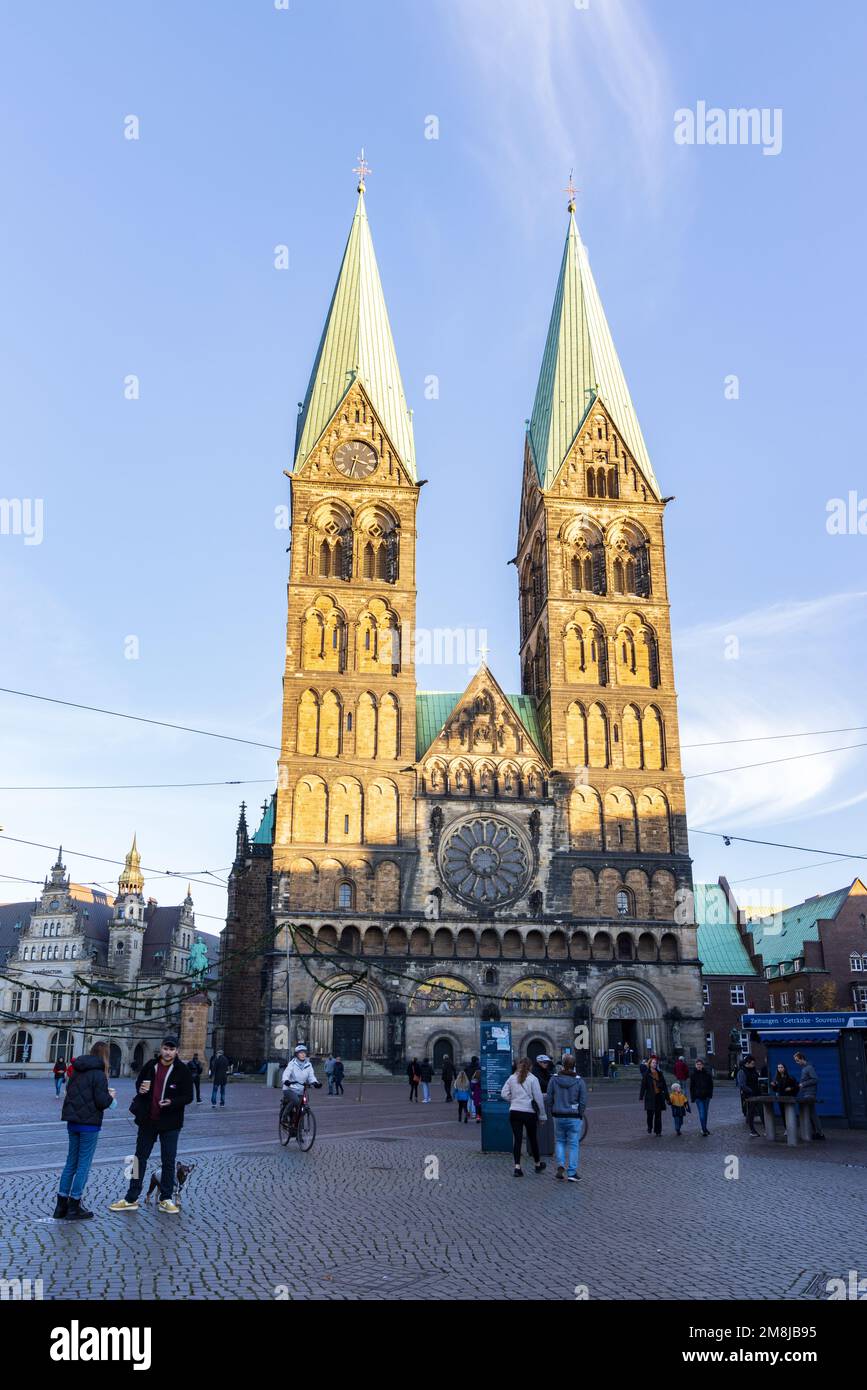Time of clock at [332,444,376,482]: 3:32
